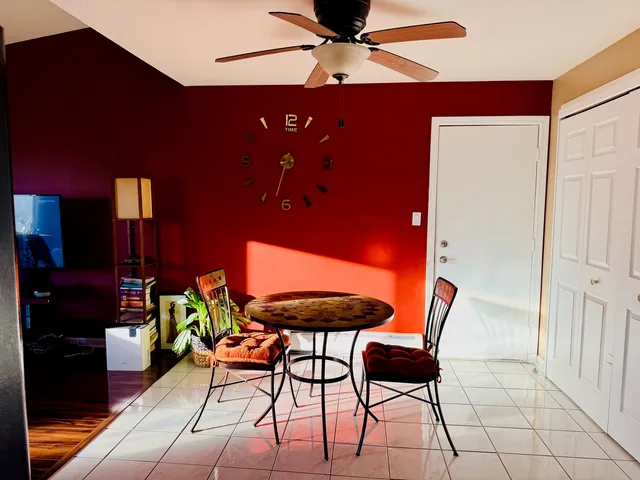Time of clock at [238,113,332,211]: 6:32
